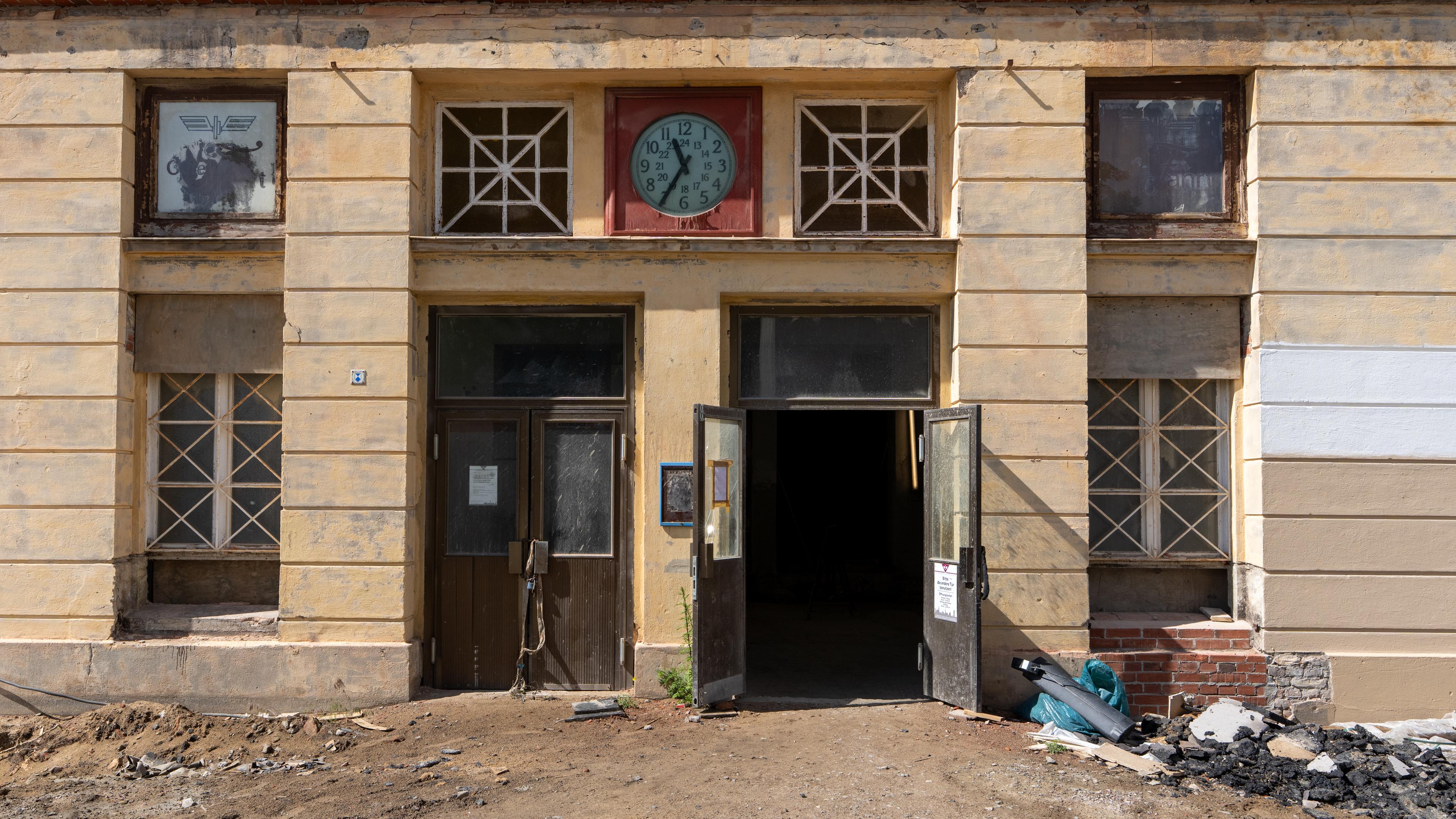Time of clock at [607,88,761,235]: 11:35
